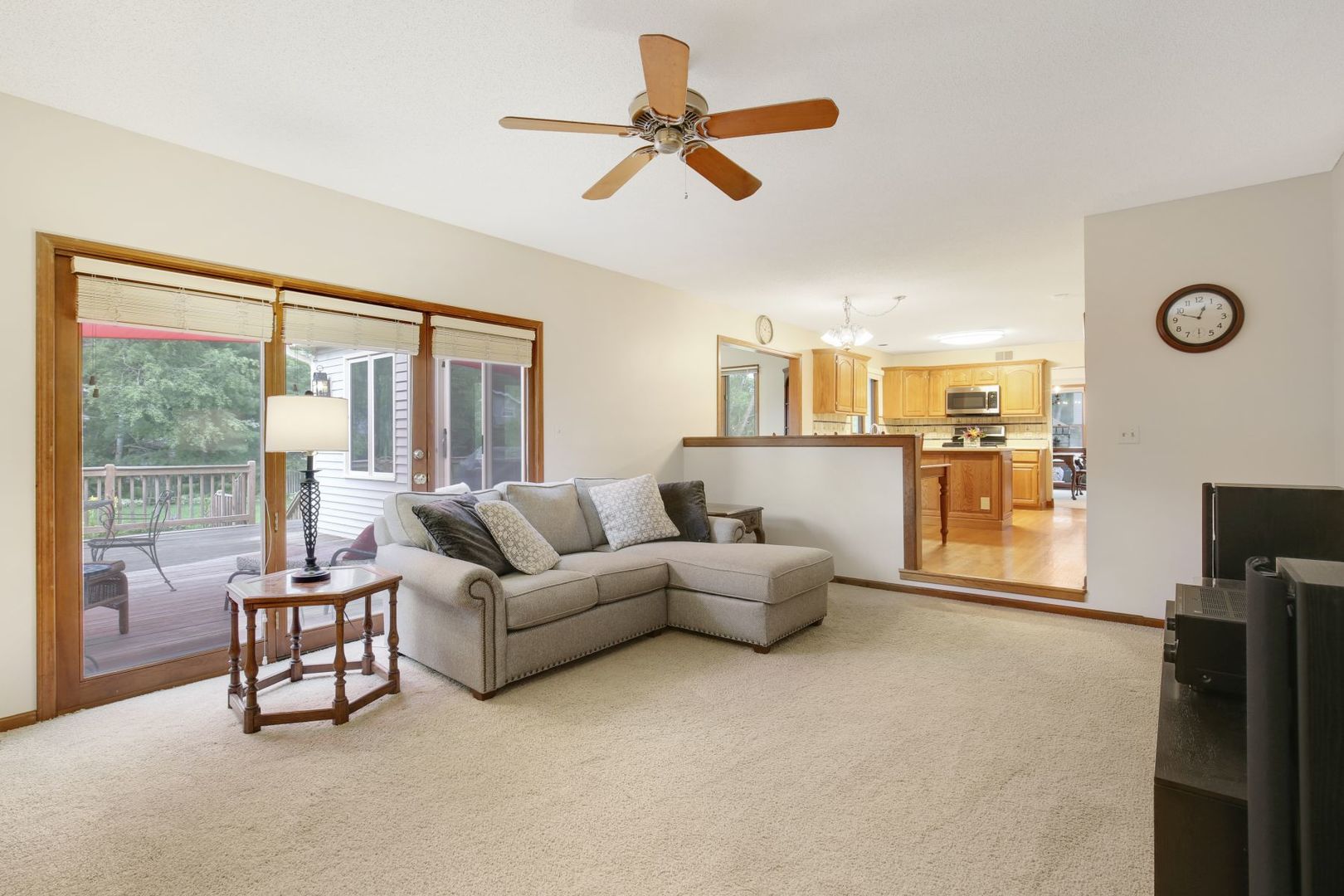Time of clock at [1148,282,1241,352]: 12:48
